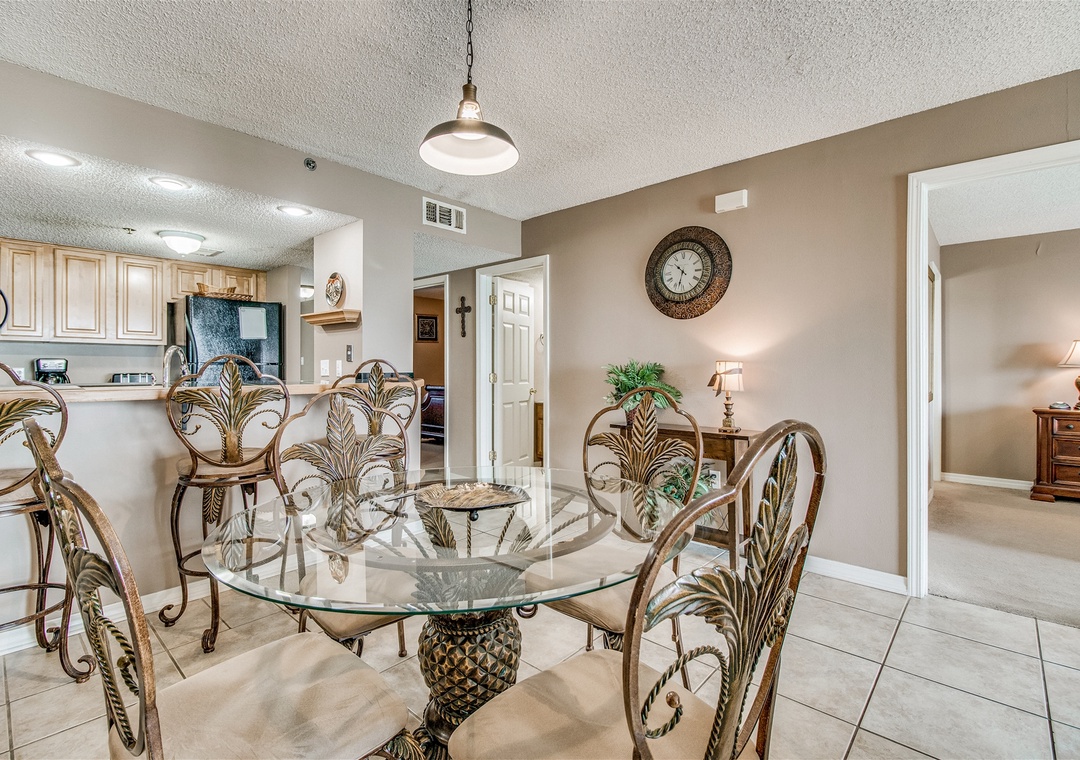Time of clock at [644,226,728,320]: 10:32
